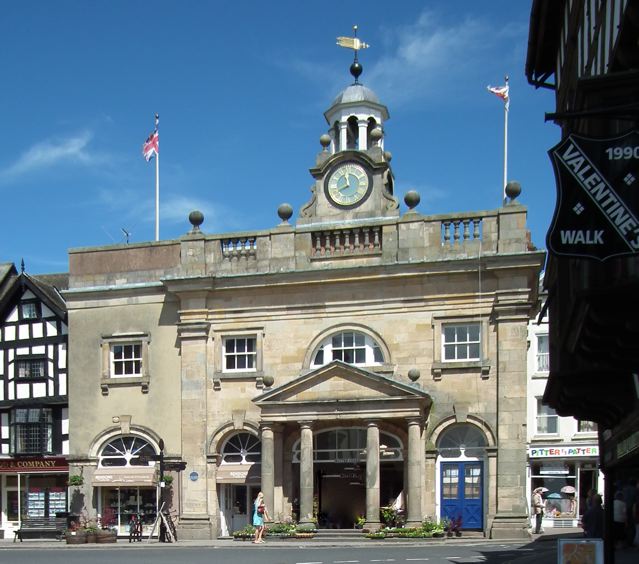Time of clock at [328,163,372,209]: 11:41
